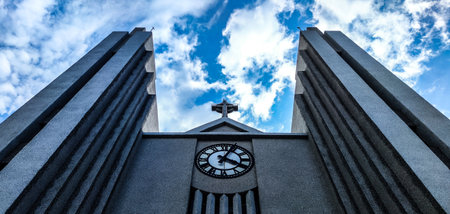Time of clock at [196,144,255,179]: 4:04
